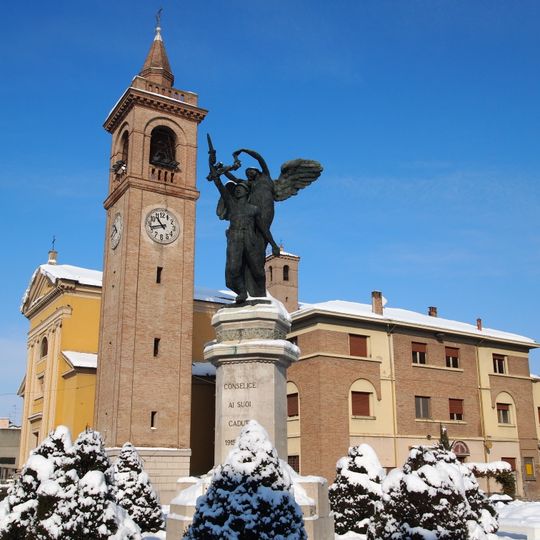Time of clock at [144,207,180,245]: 10:42
